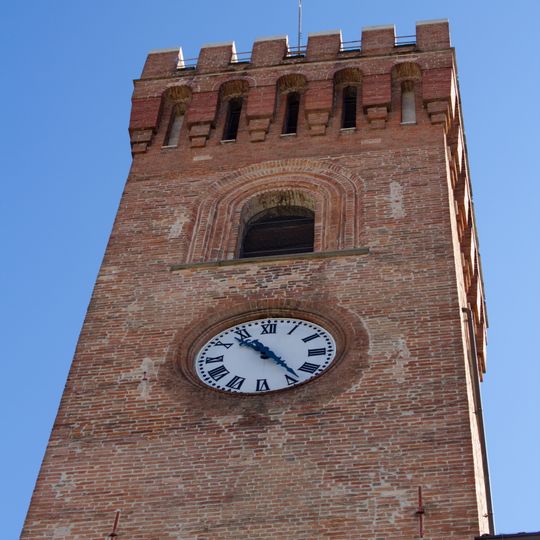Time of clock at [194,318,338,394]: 10:23
